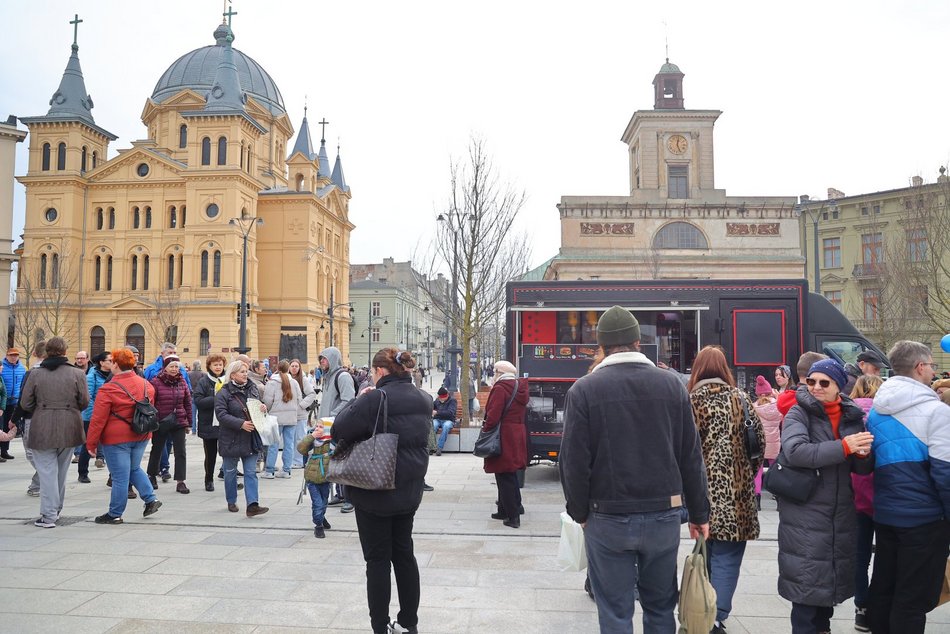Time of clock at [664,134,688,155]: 12:26
